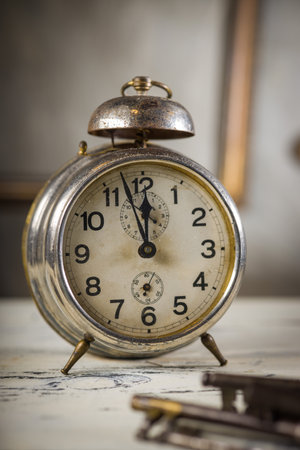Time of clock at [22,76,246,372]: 11:57
